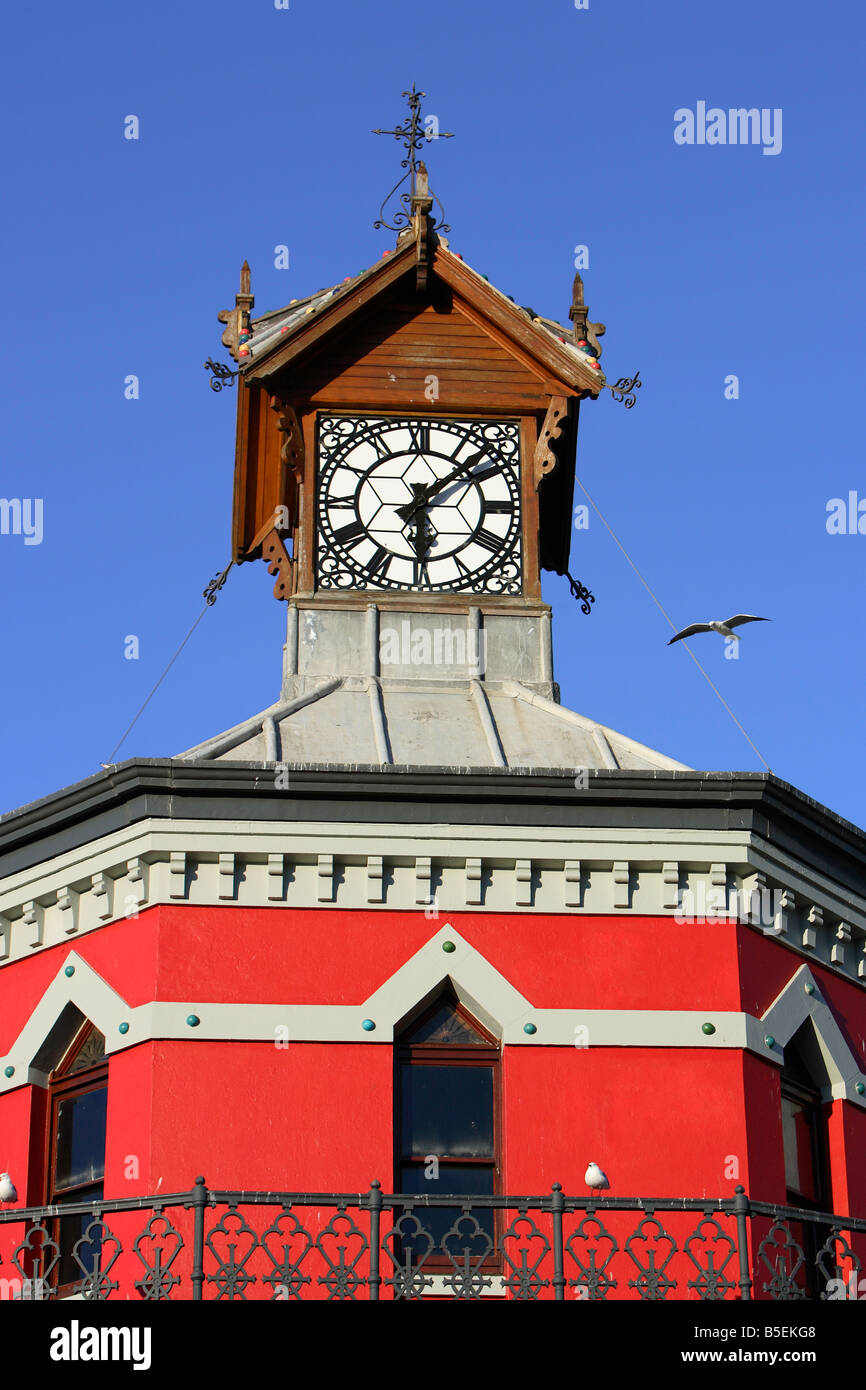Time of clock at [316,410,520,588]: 6:07
